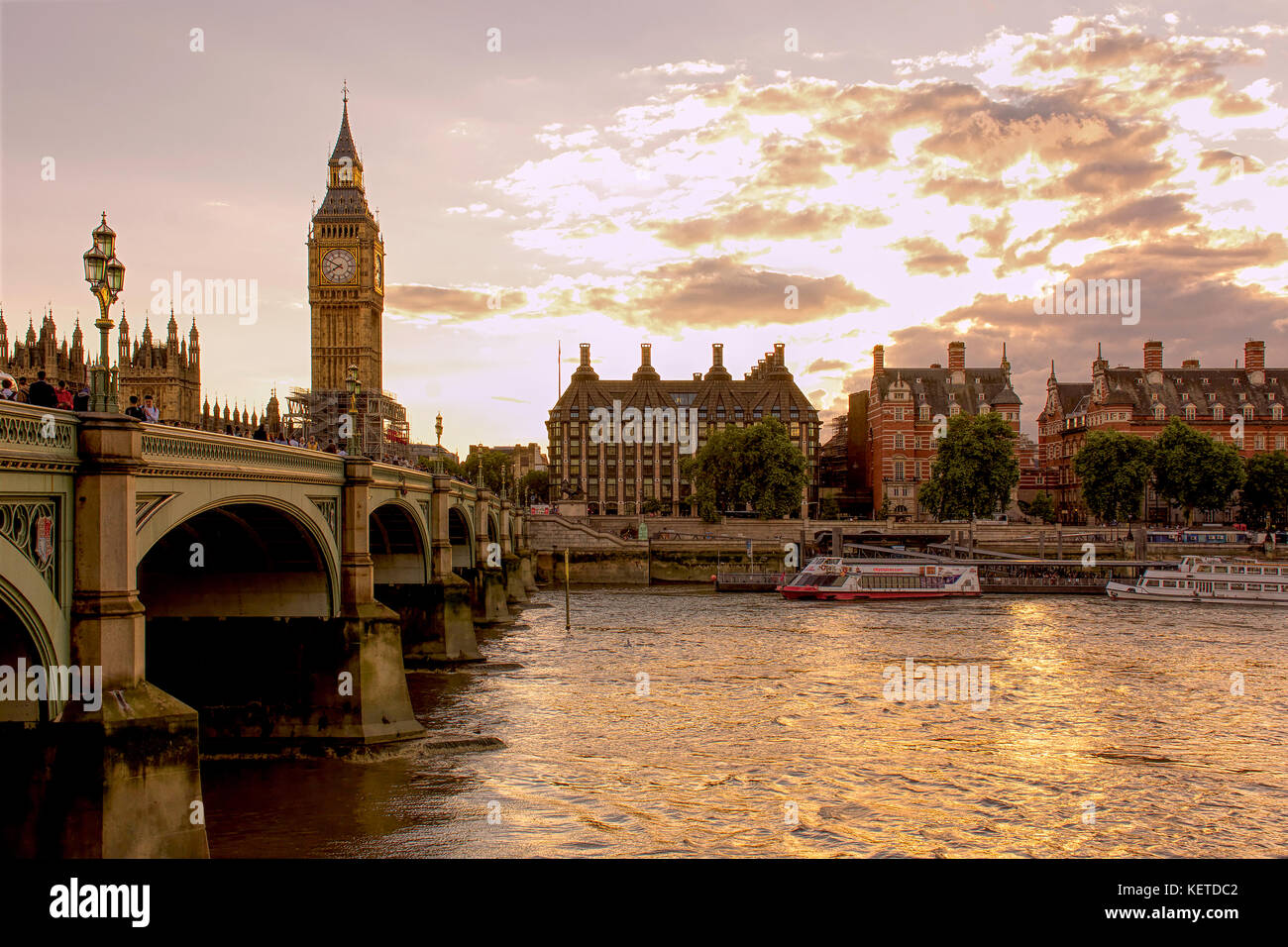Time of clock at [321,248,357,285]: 7:49
